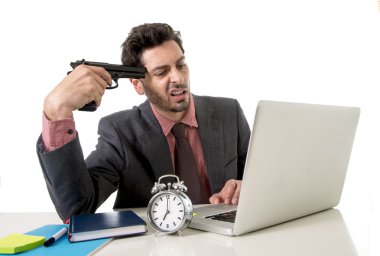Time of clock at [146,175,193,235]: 7:00
